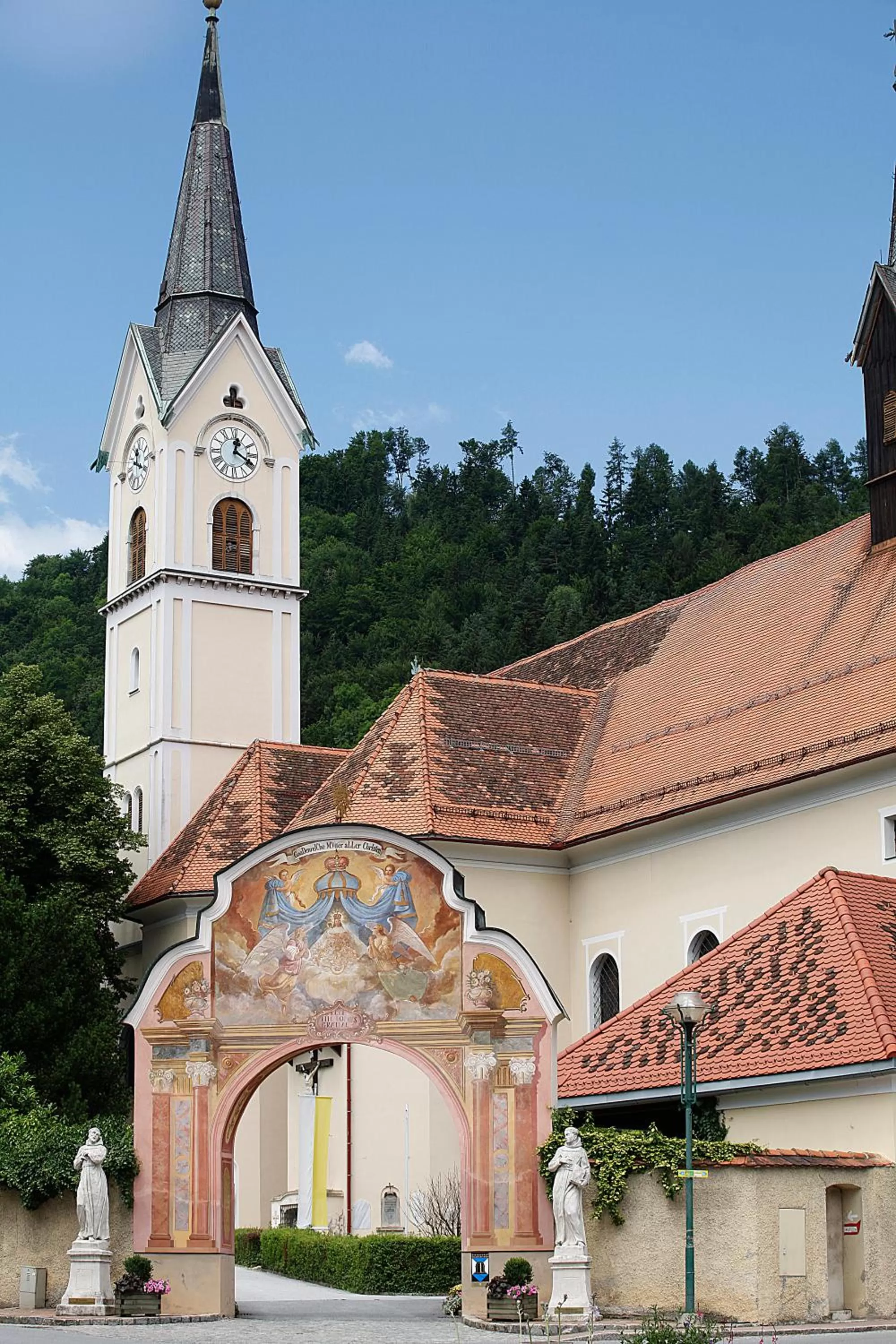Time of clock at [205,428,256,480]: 12:19
